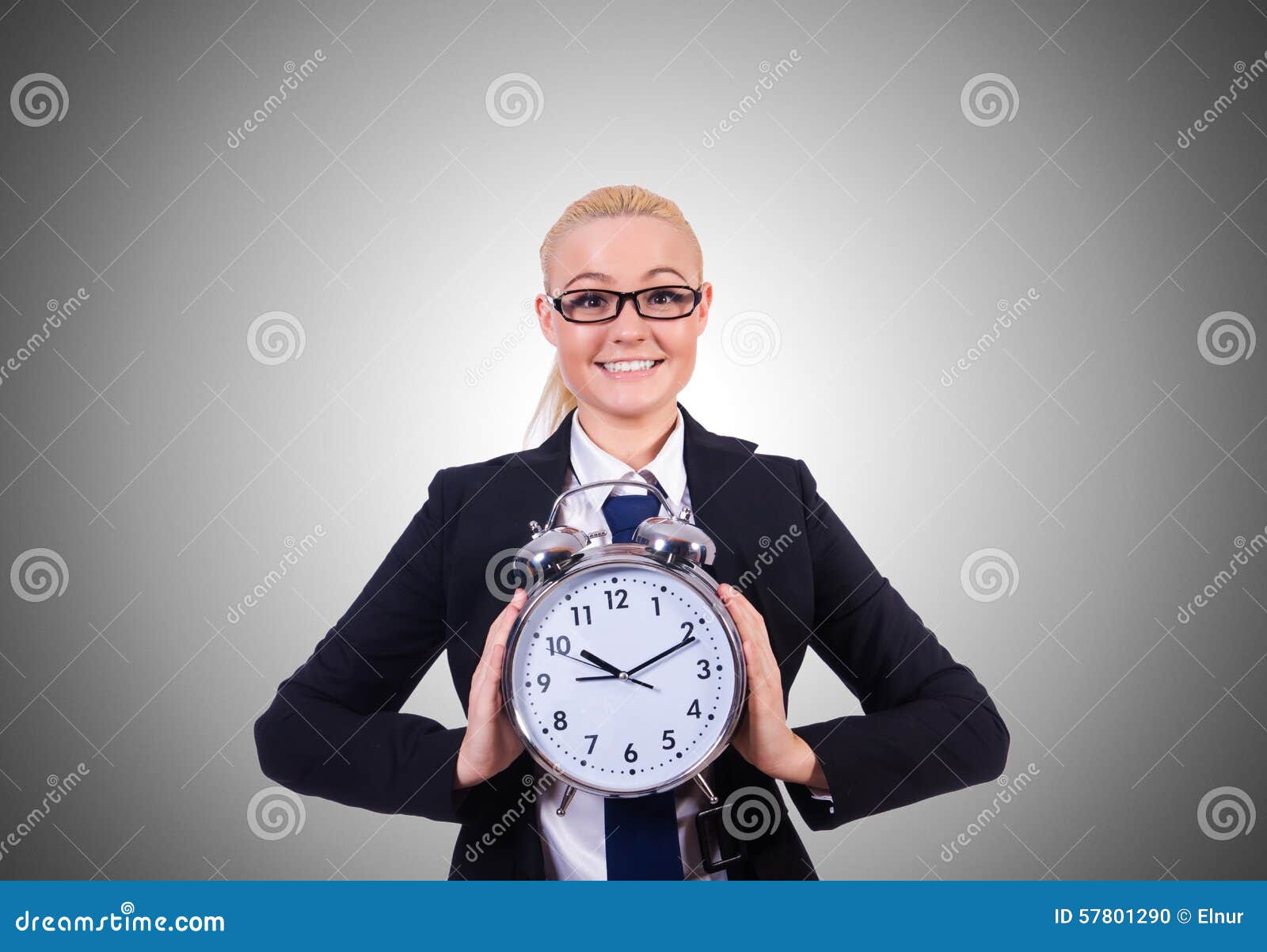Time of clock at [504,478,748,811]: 10:11
